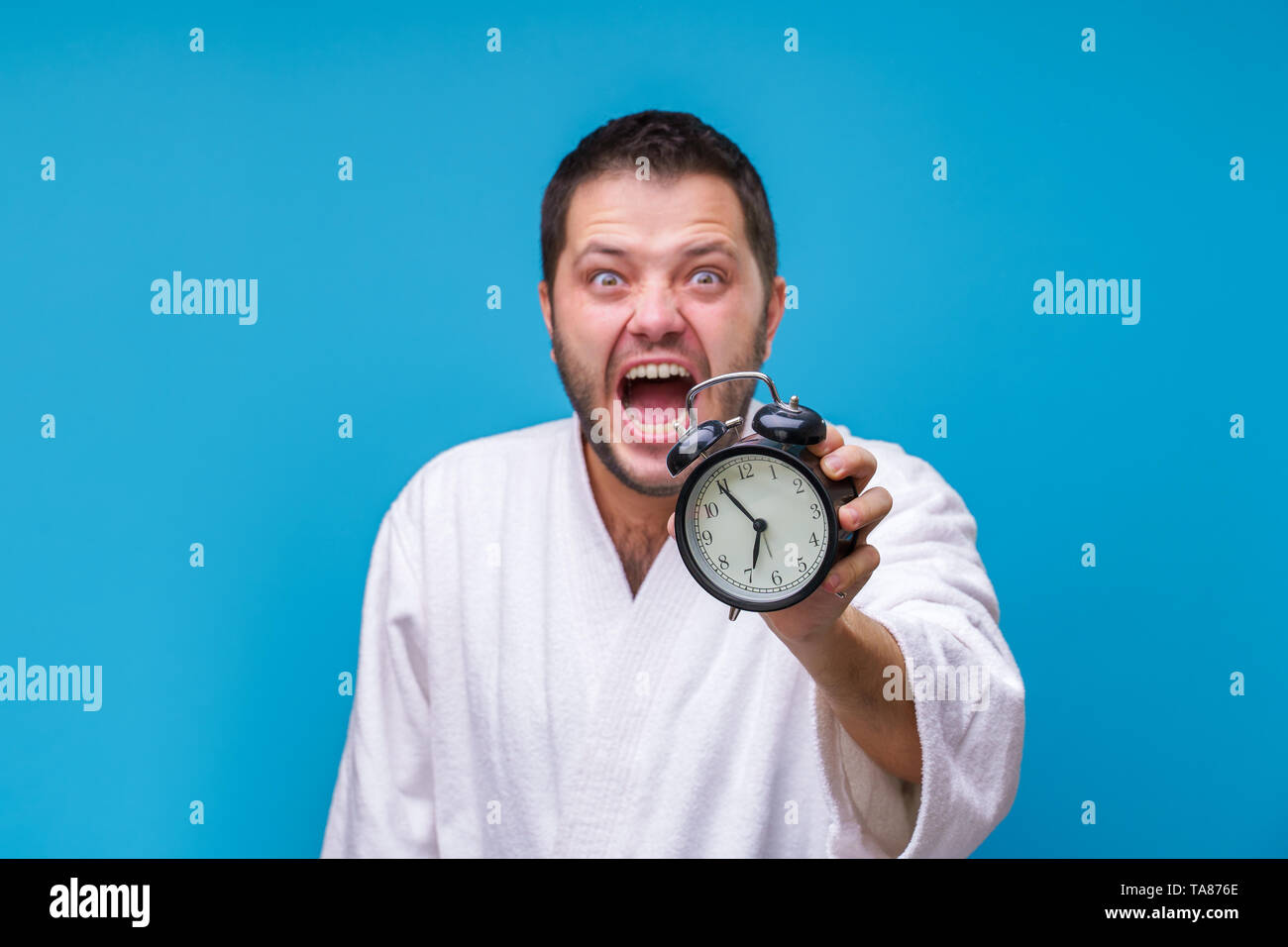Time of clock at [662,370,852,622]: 6:54
